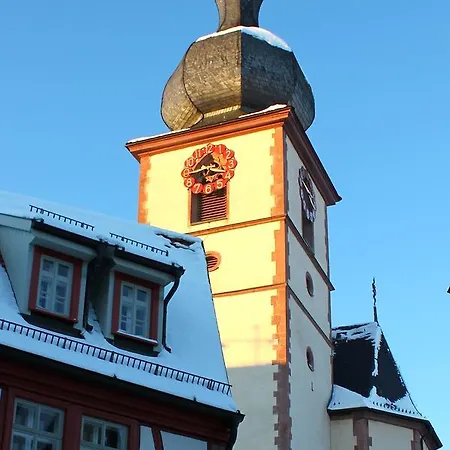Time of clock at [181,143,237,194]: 3:44
